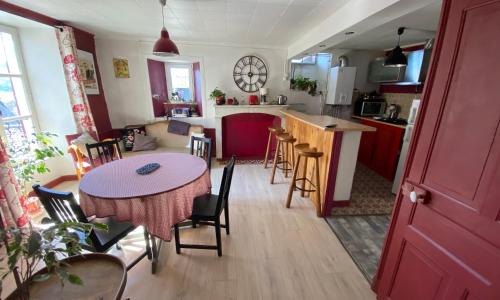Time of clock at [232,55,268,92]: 3:00
